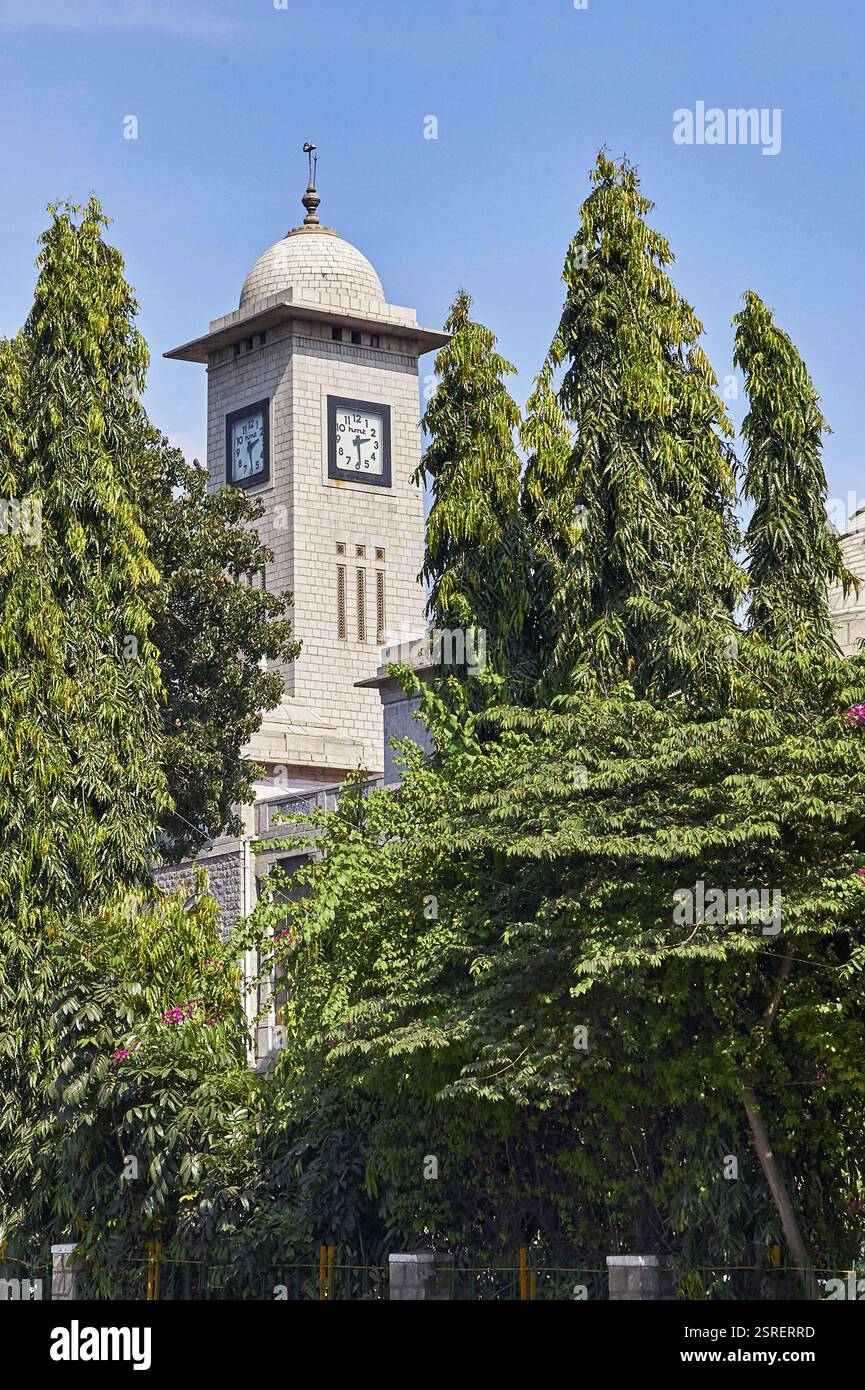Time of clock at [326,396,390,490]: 2:28
